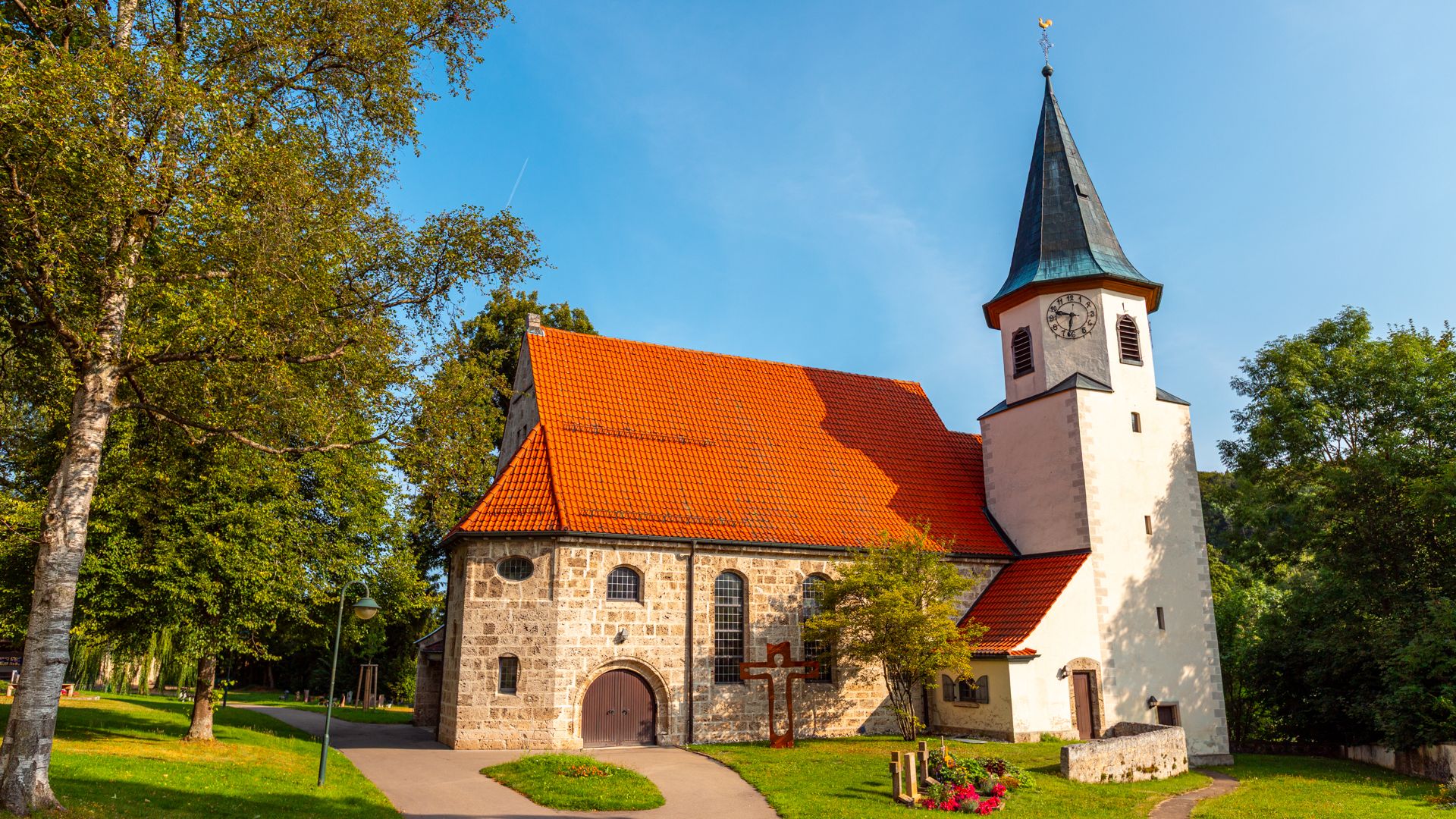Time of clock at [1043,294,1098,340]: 9:32
